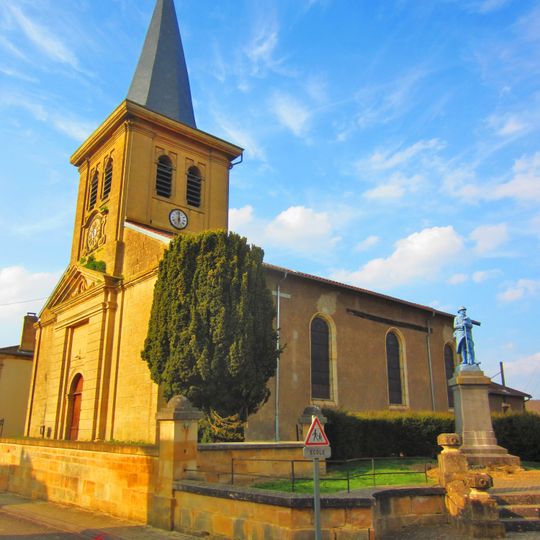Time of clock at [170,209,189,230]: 5:59
